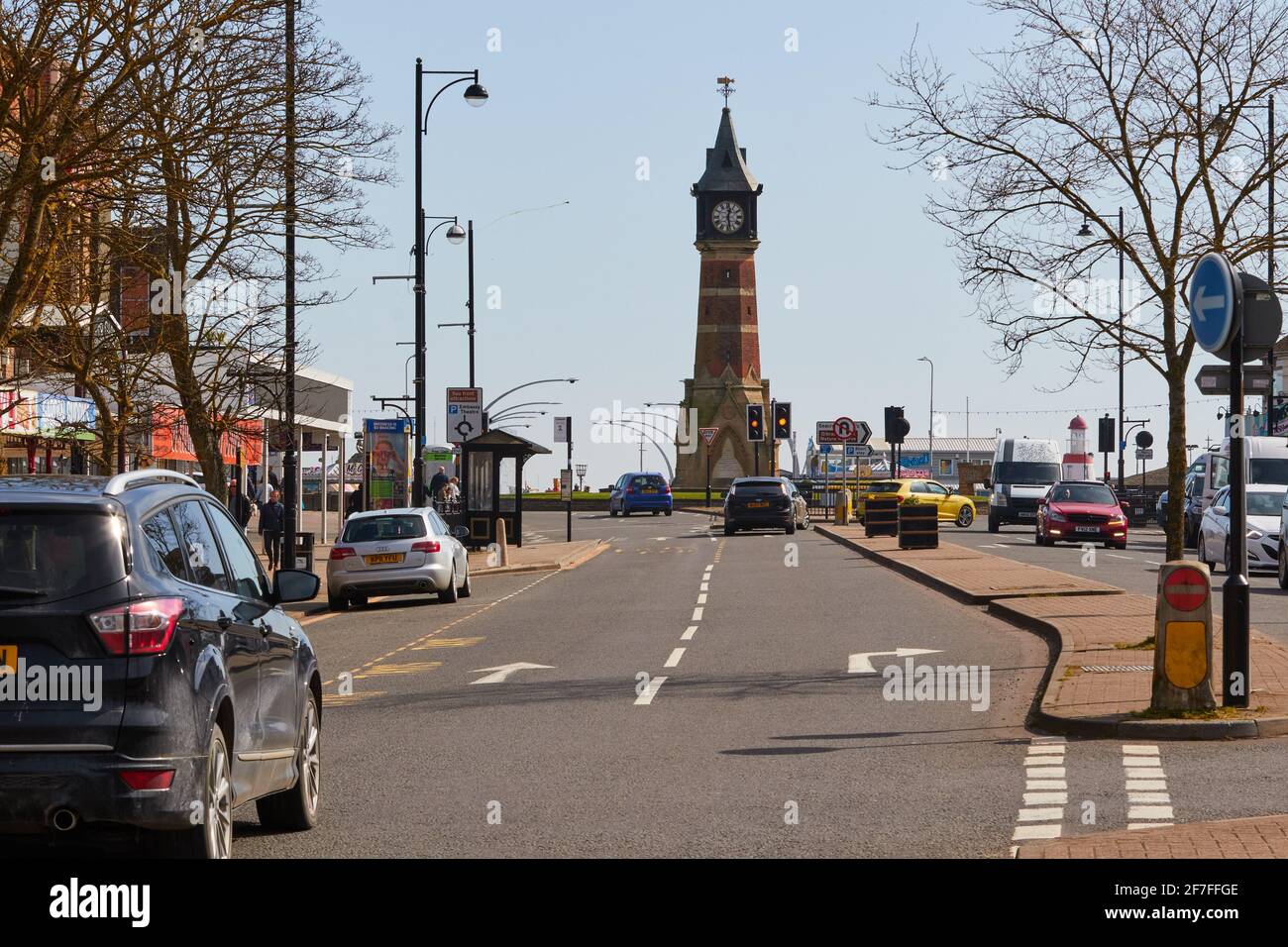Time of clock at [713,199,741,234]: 12:28
